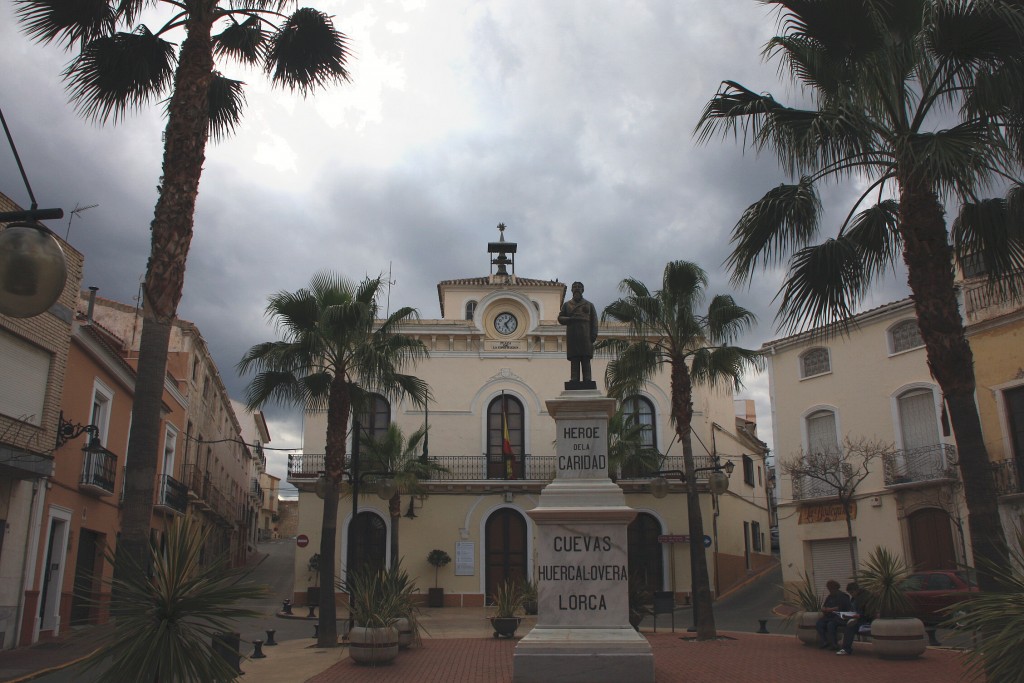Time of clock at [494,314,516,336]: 5:06
